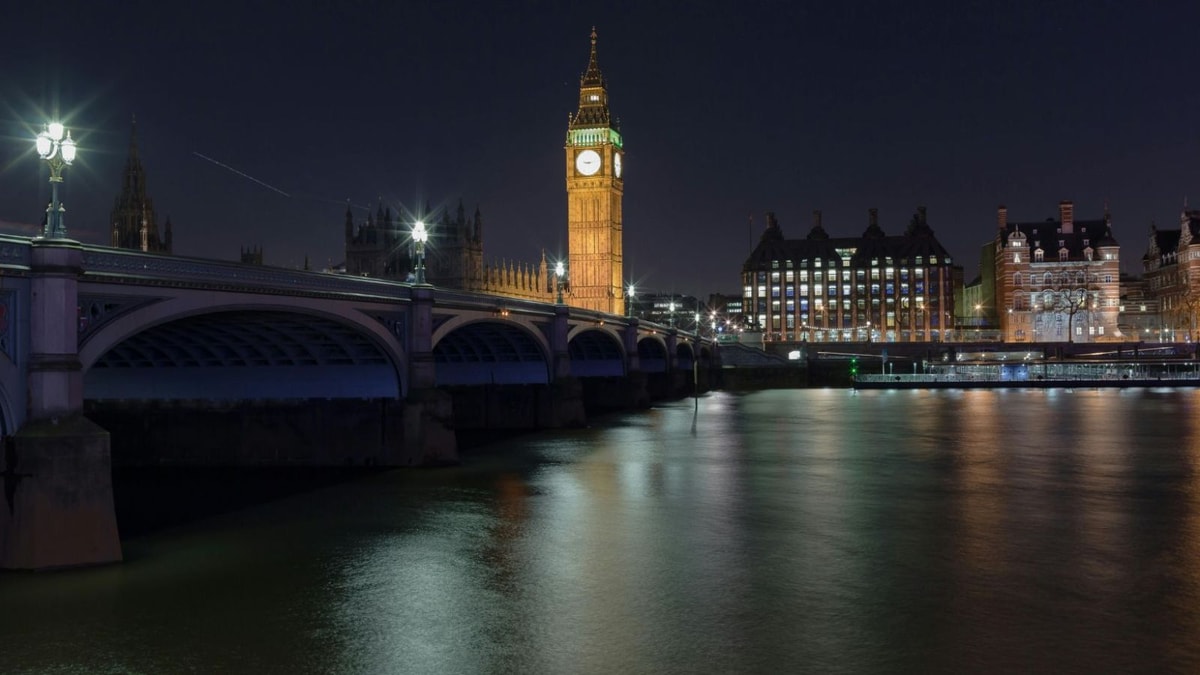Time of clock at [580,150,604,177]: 9:13
